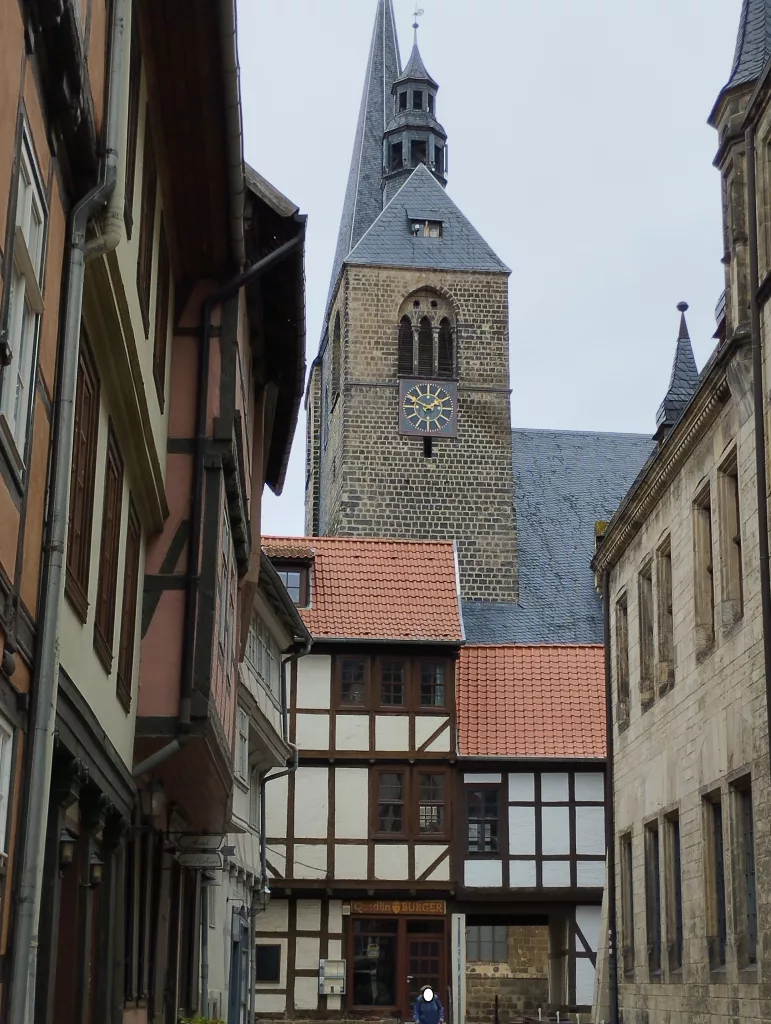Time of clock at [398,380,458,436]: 1:49
